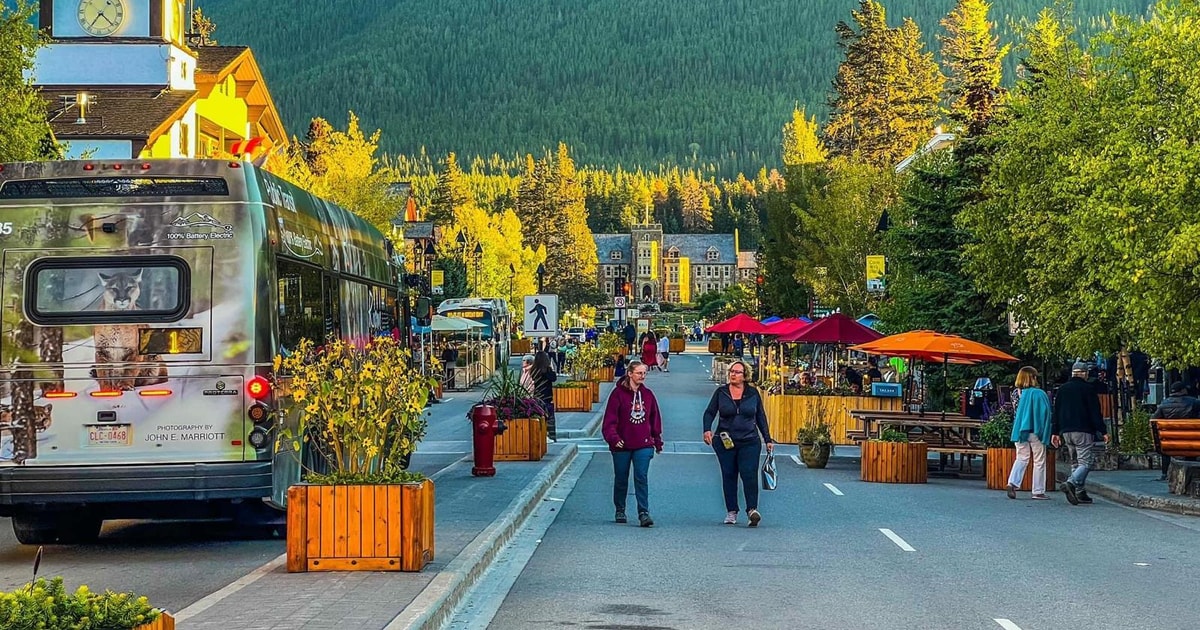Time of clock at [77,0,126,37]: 4:35
